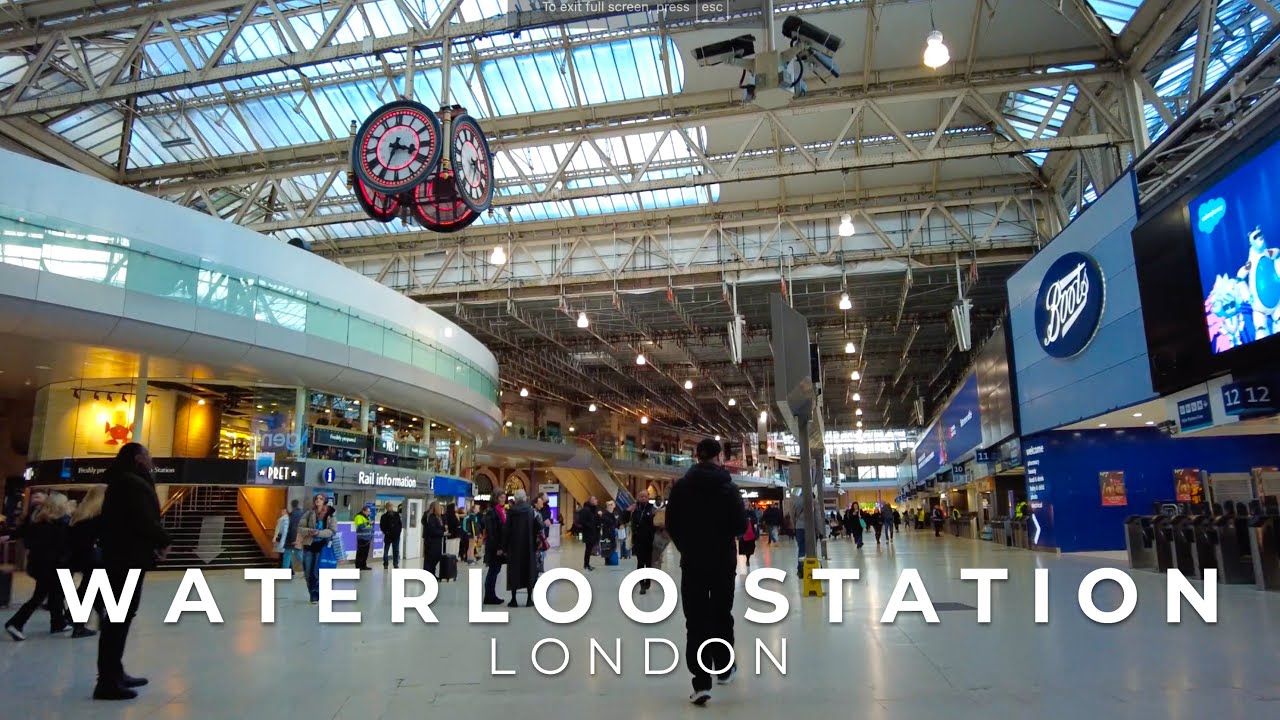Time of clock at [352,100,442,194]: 3:34
